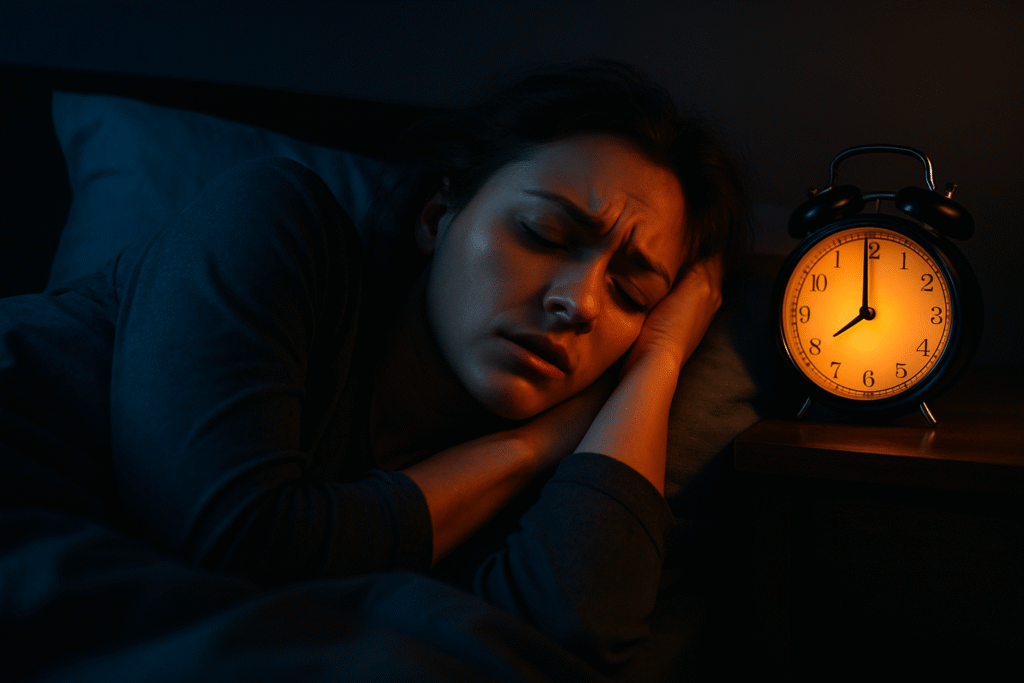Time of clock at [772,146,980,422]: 7:59
